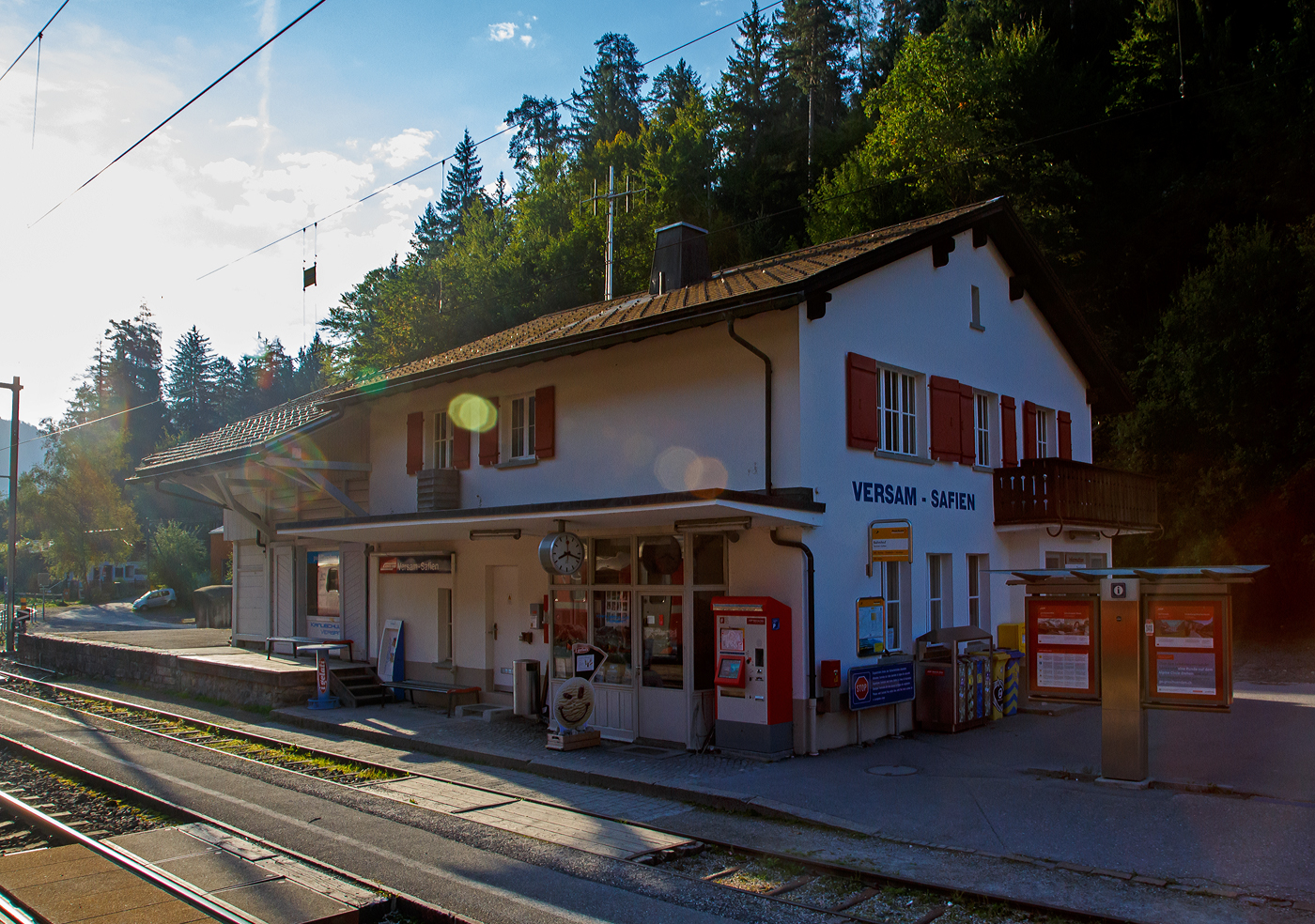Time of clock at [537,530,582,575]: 8:18
